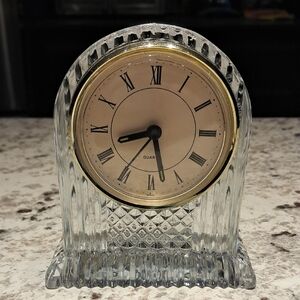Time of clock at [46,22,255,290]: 8:27
